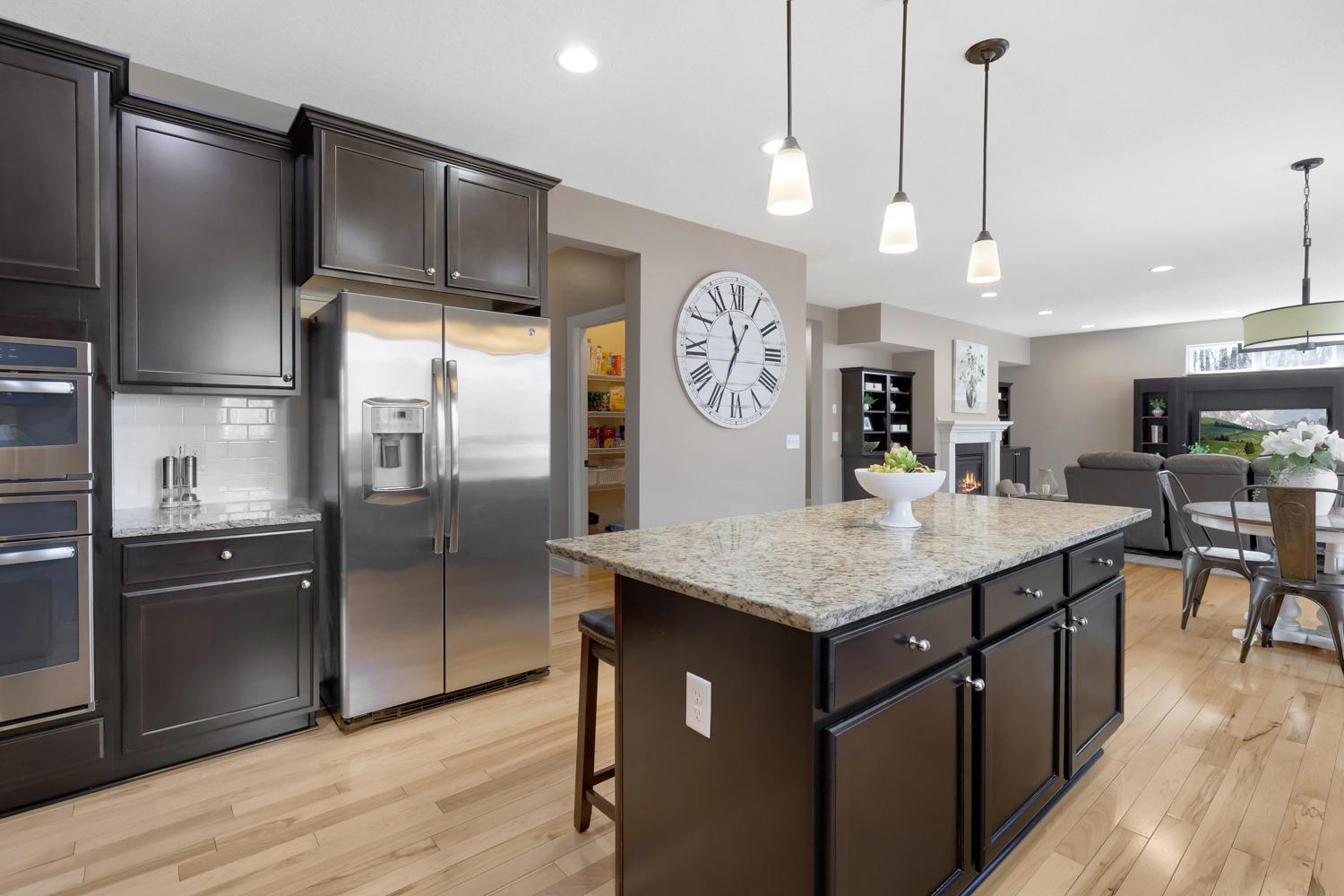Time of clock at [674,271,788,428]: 11:34
